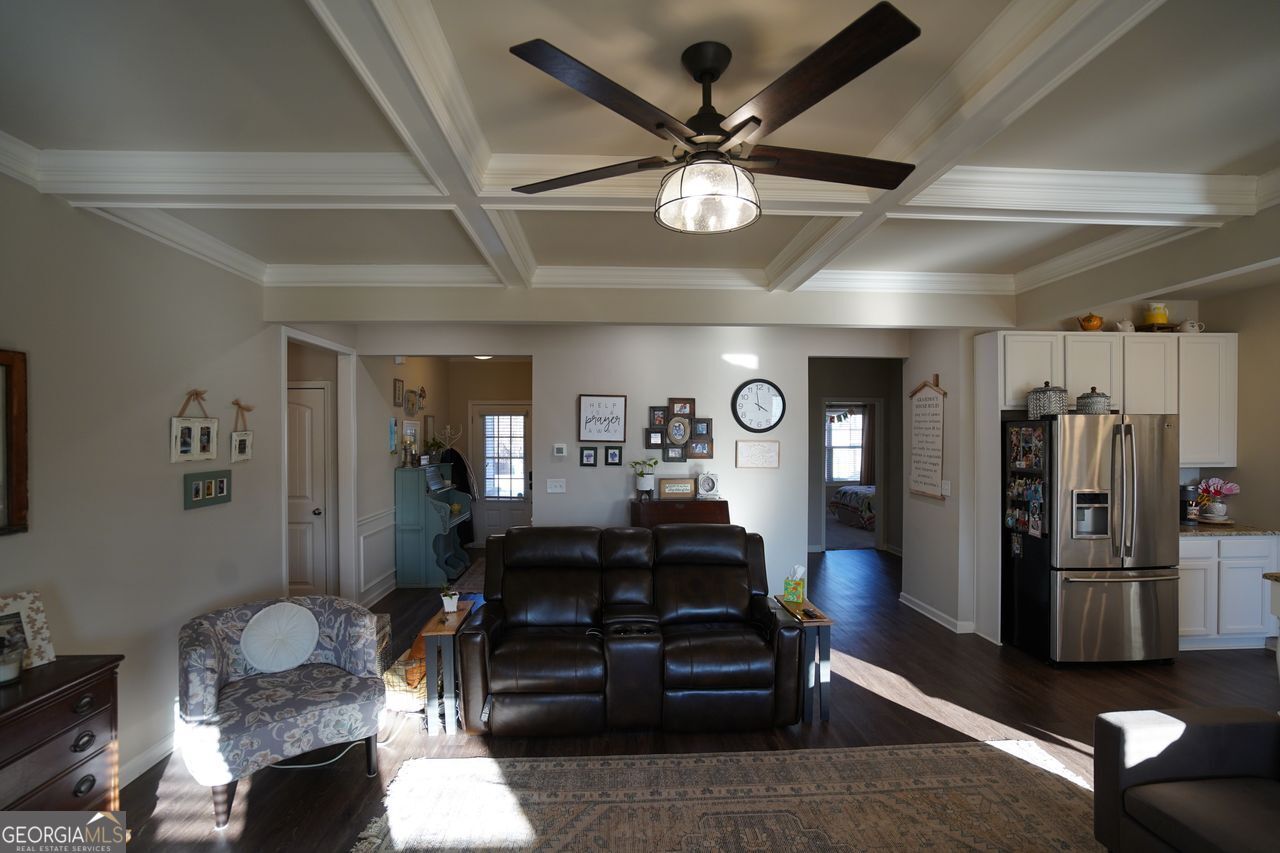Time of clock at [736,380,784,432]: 3:58
